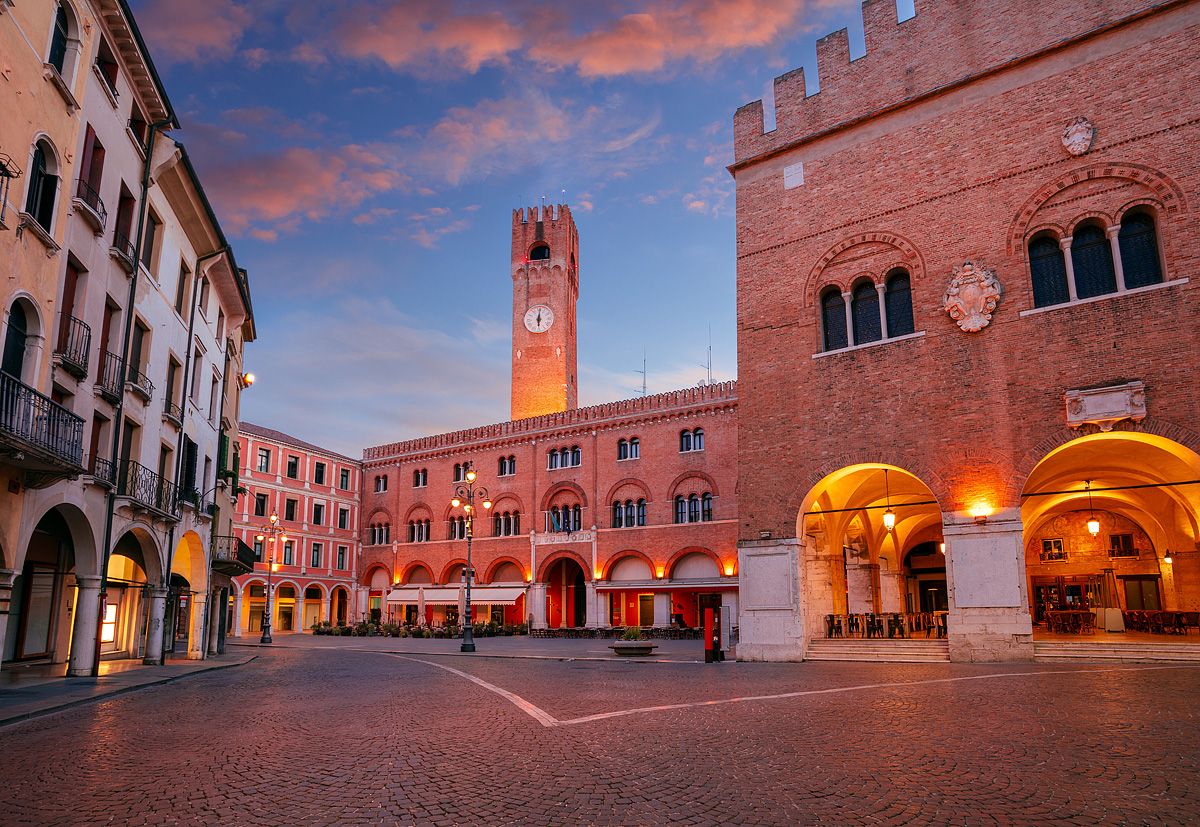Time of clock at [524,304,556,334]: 6:00
